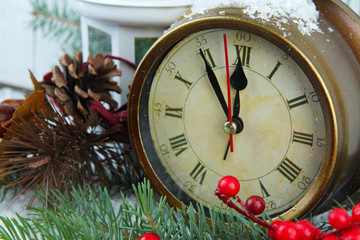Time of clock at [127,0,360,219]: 11:54
